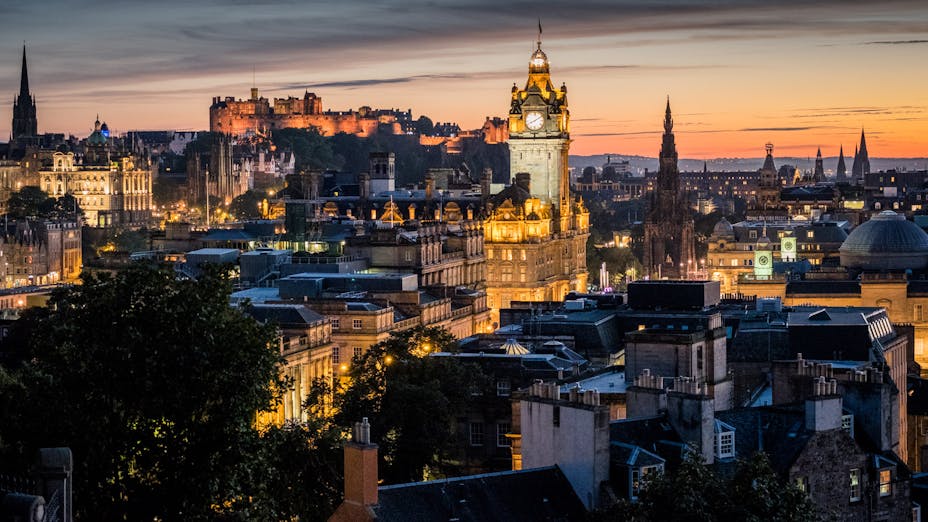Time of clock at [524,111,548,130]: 8:09
